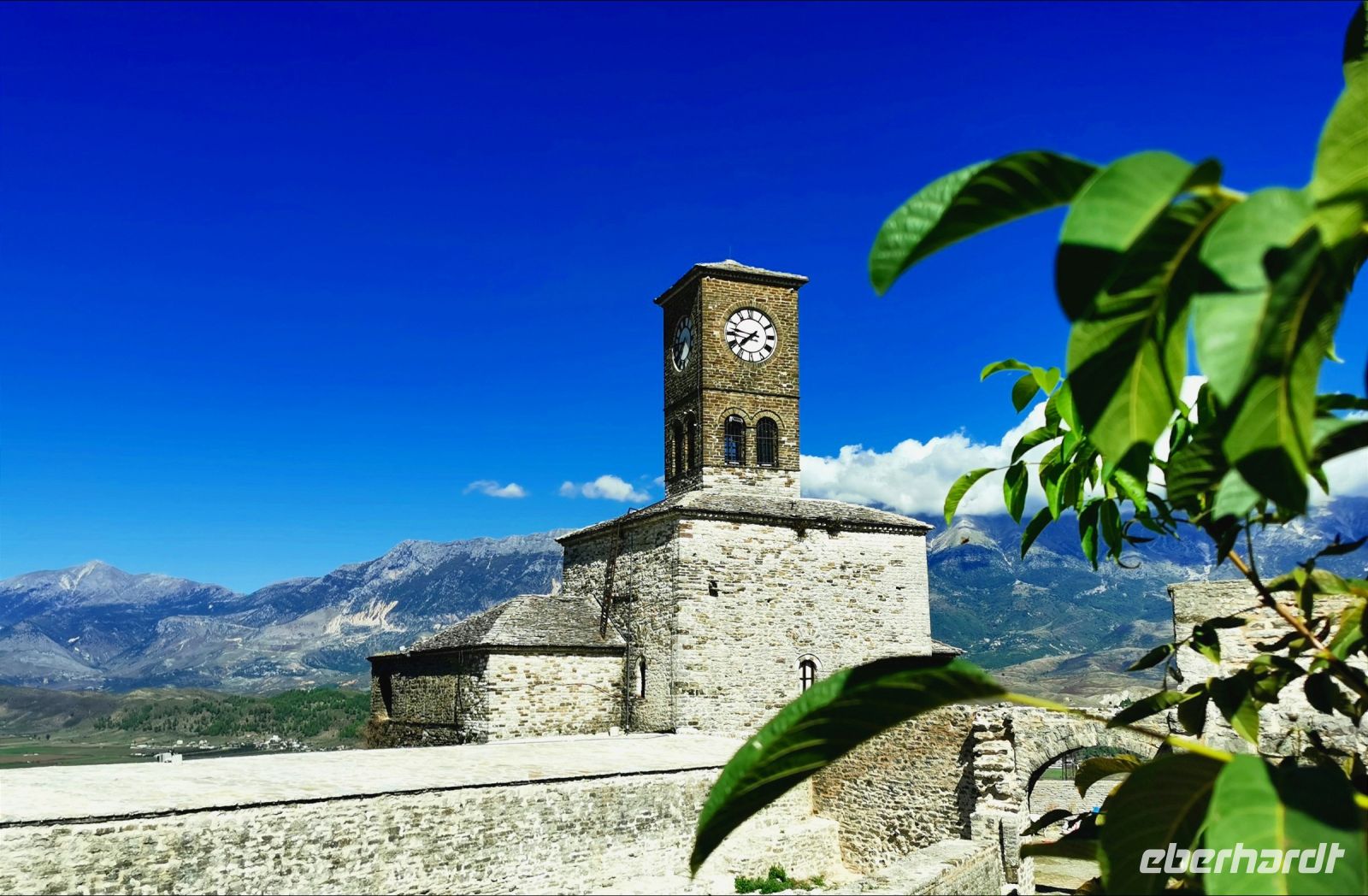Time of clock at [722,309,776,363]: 7:46
